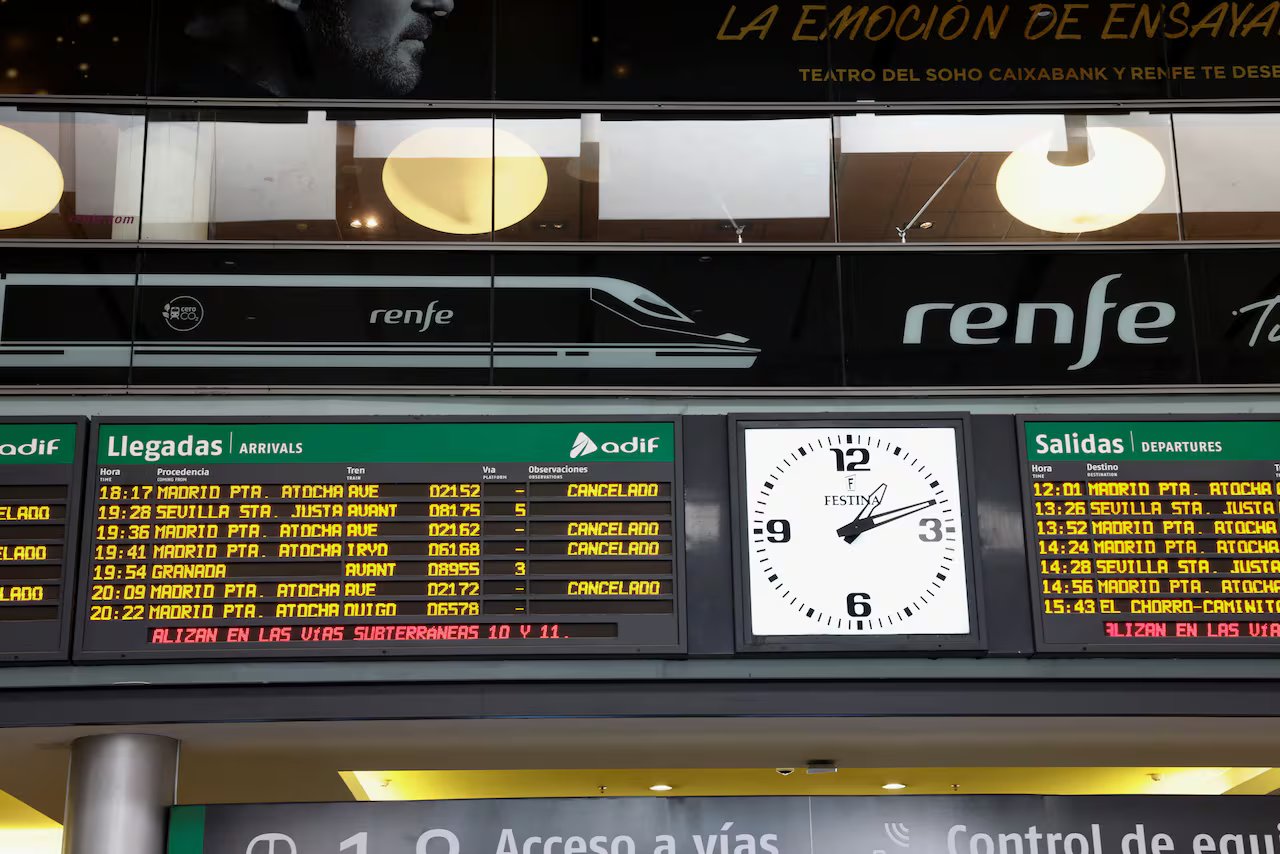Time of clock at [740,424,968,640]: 1:11
